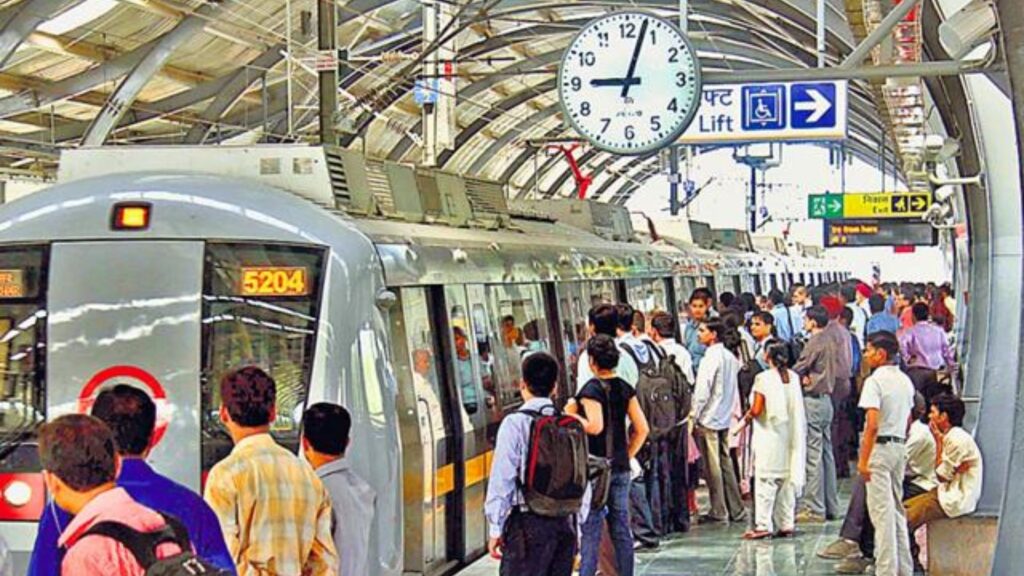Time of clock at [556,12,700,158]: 9:02
